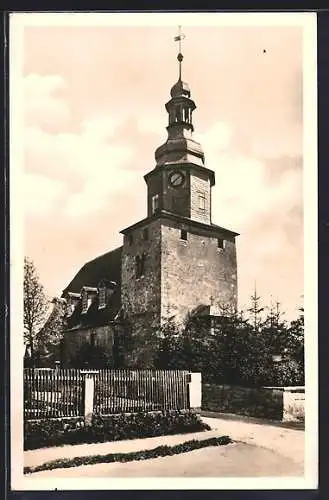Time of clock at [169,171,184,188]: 1:37
